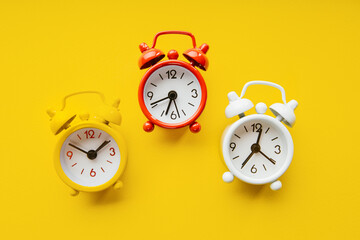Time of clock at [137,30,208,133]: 6:41
